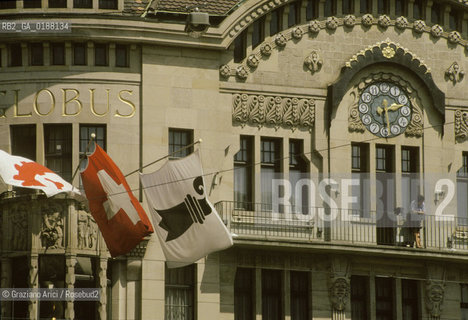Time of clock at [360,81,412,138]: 2:29
